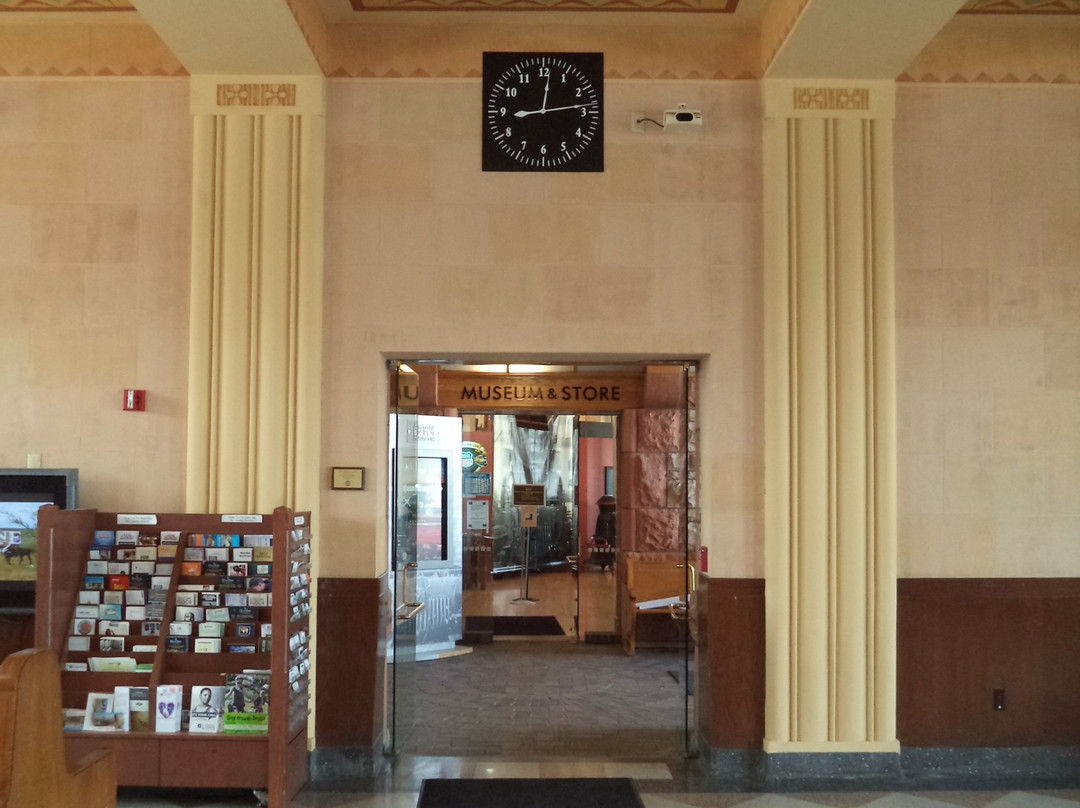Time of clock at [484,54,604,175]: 12:13
